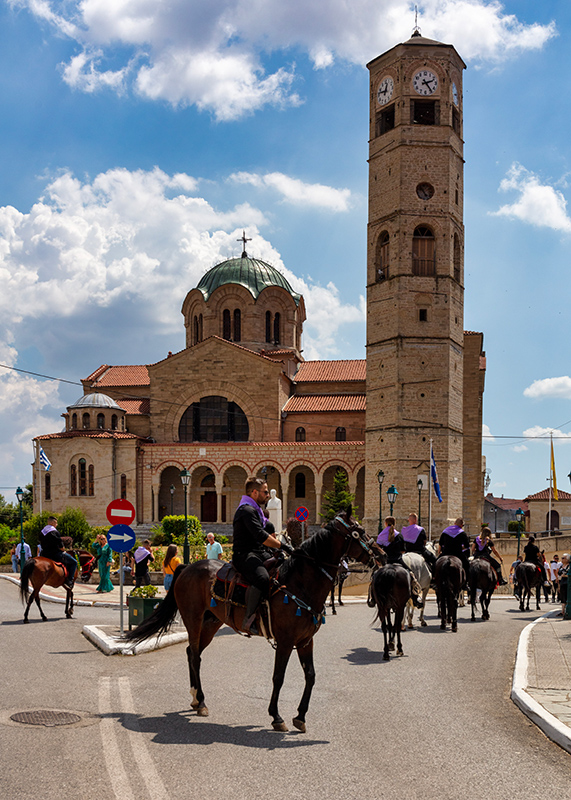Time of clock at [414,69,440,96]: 2:24
